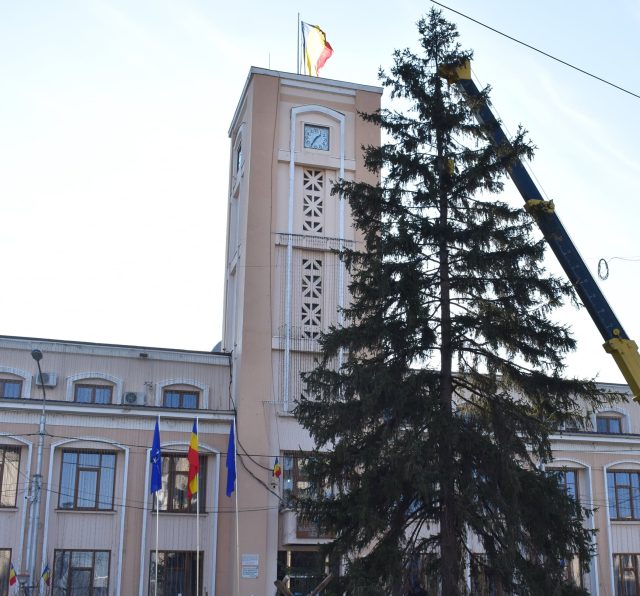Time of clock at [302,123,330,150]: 1:35
